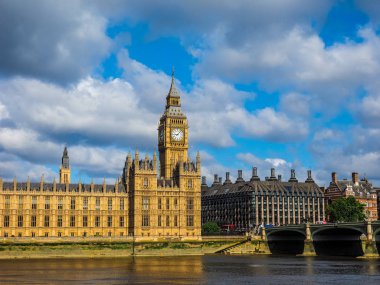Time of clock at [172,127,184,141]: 9:07
